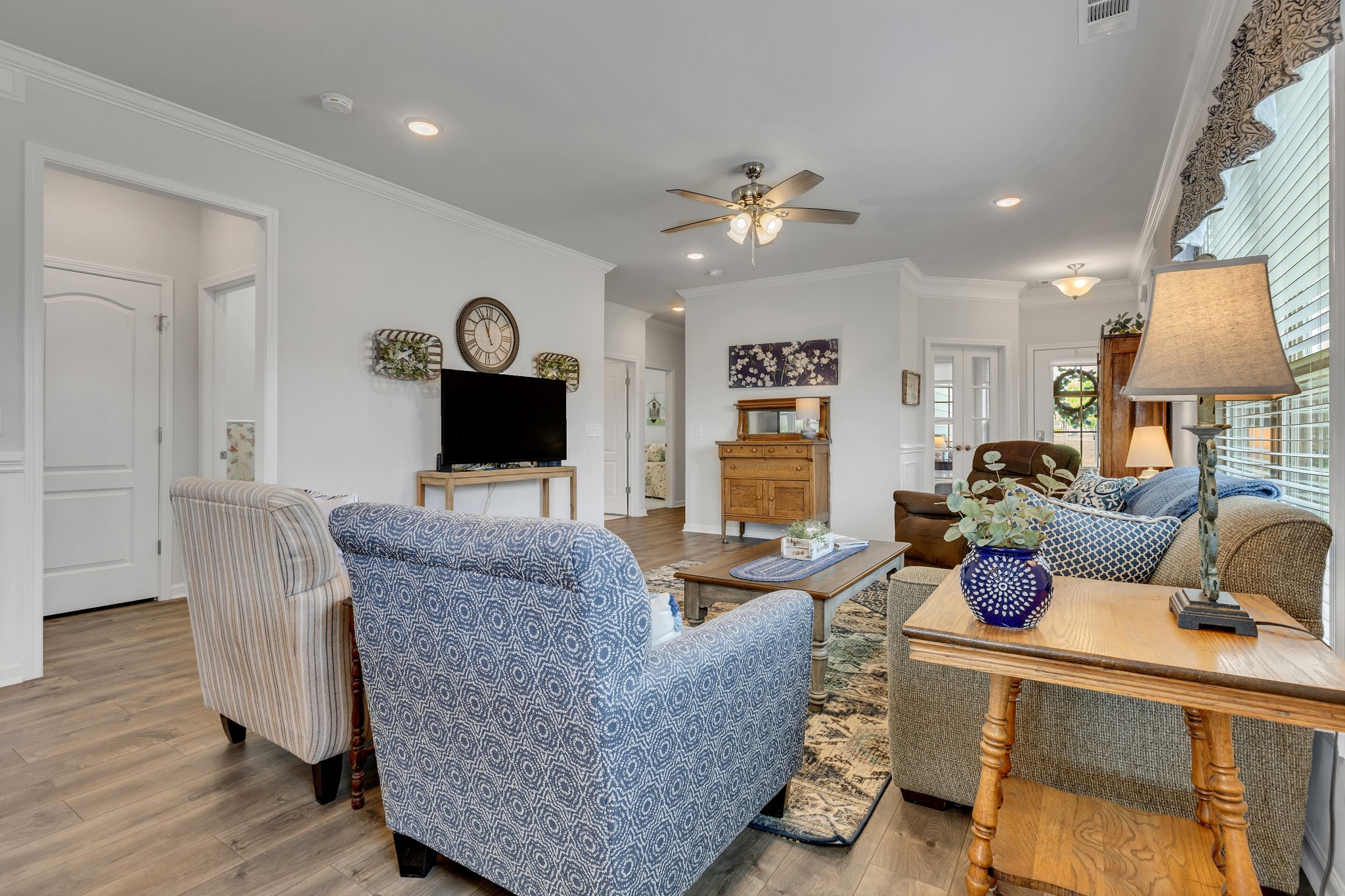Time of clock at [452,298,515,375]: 11:56
